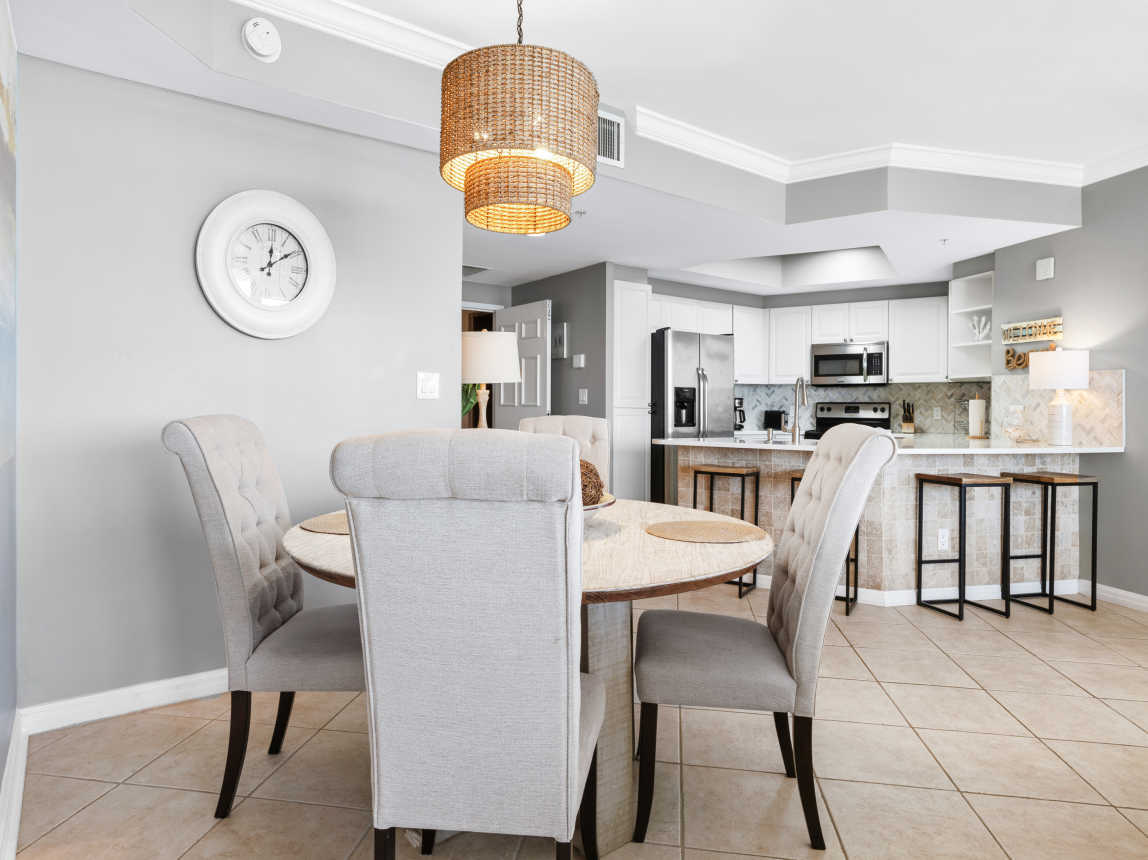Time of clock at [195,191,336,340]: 12:09
